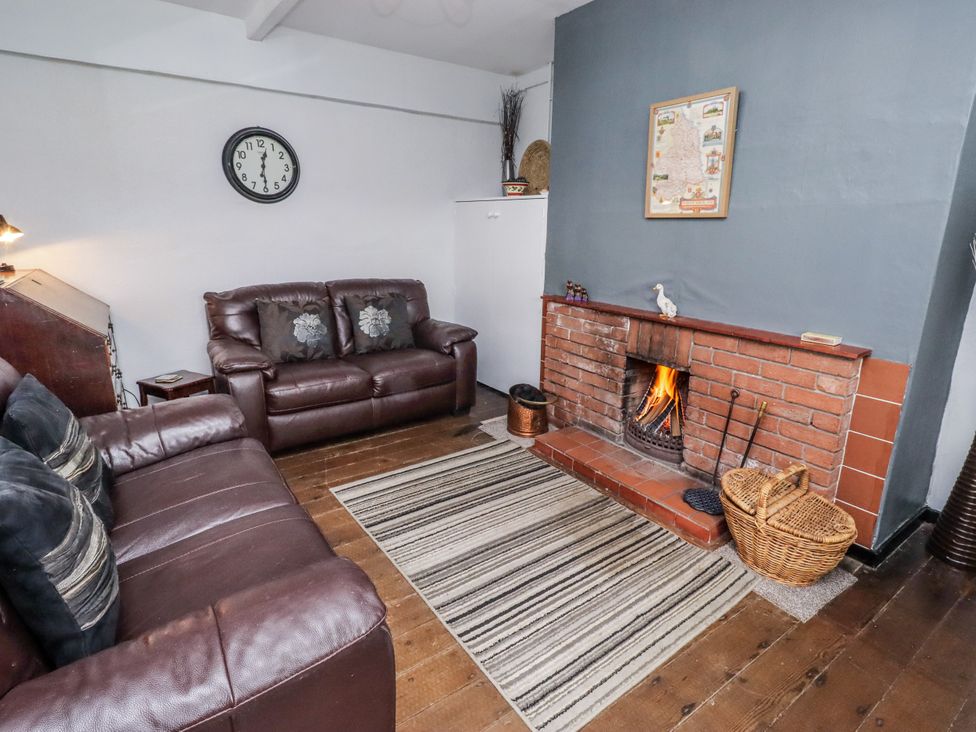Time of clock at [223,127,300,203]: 12:29
